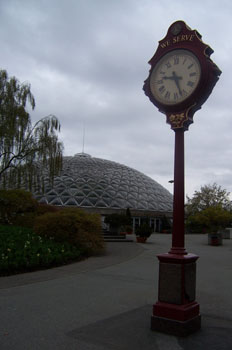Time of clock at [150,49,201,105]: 9:26
